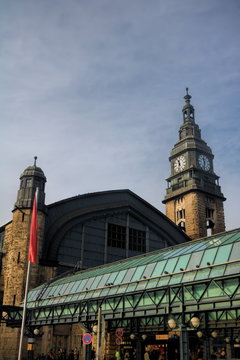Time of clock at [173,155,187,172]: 11:32
